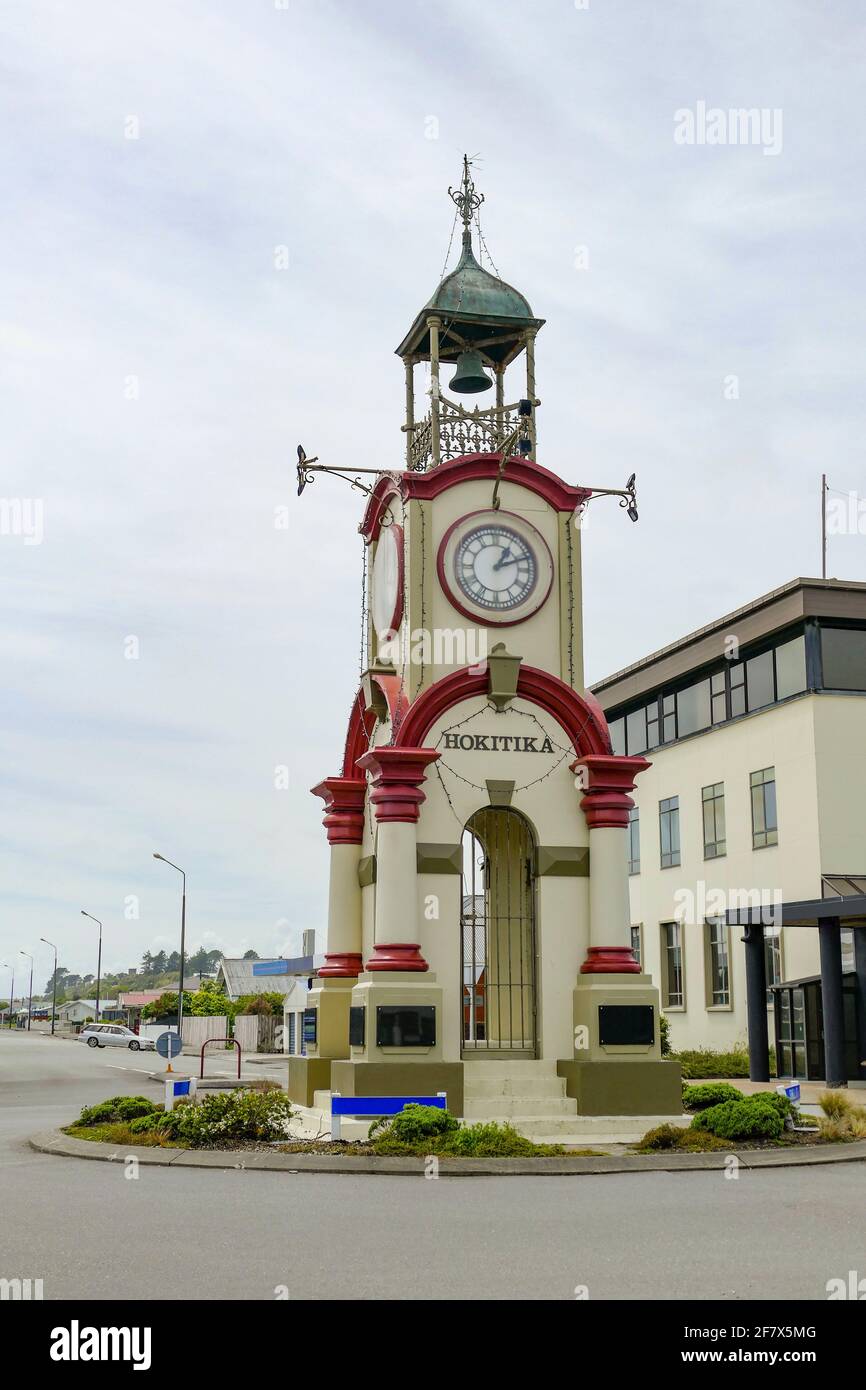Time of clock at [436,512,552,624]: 1:11
